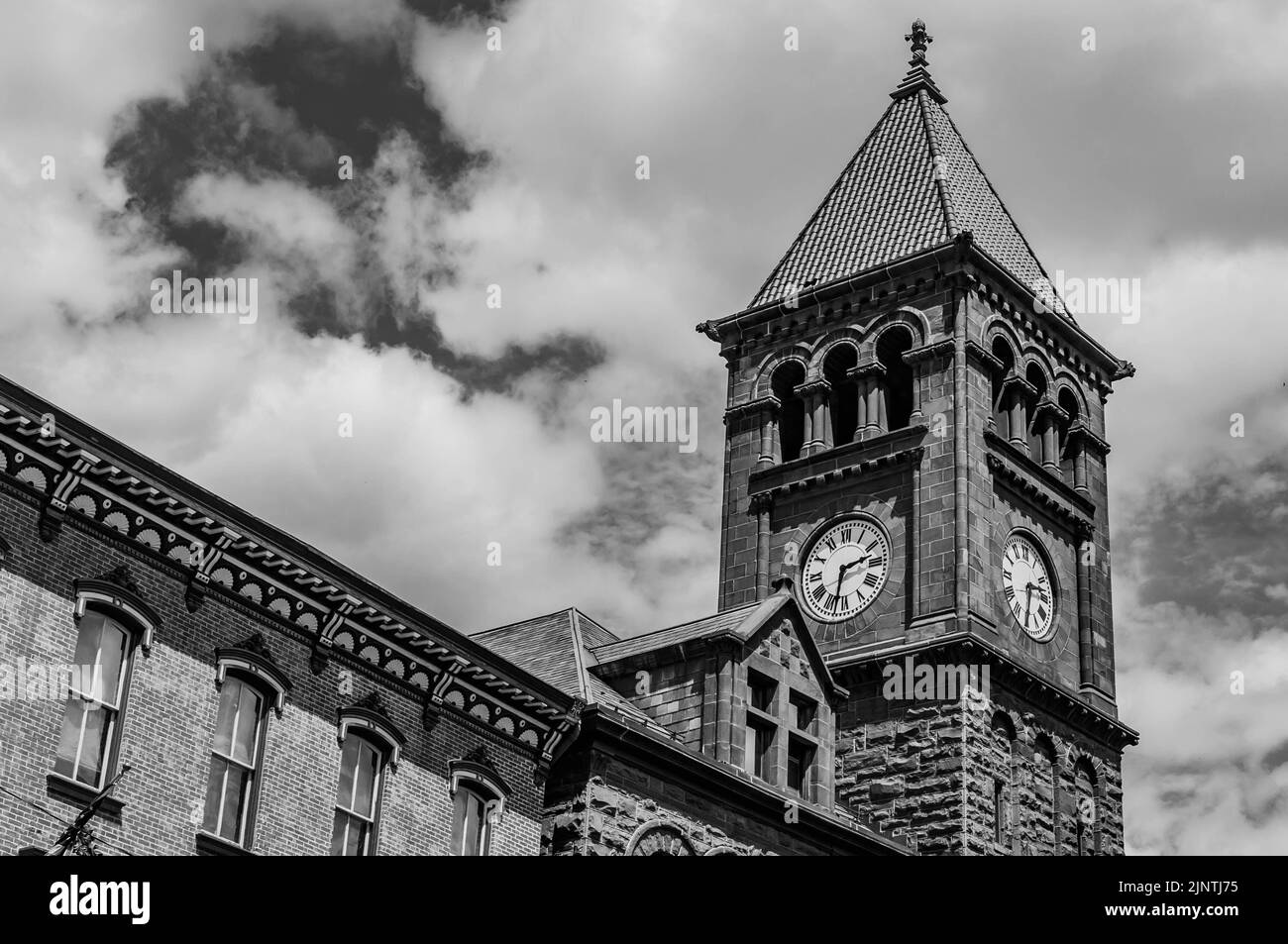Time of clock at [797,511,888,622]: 2:32
